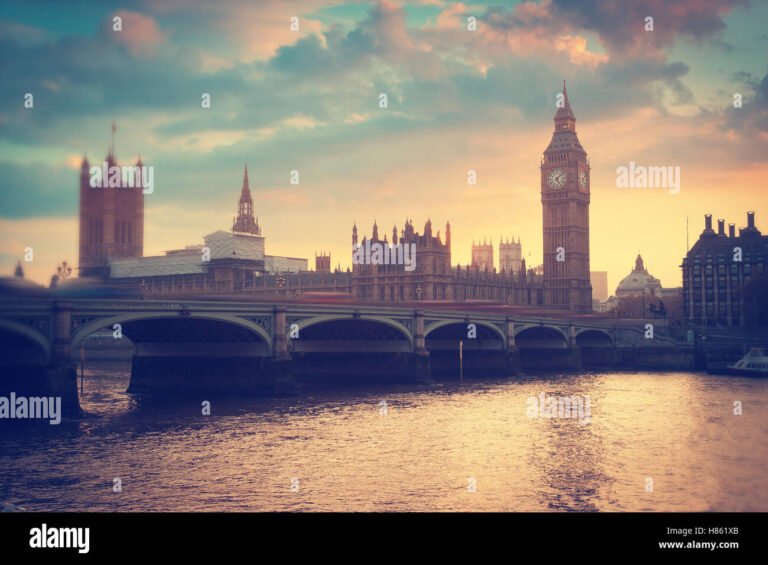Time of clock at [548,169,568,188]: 5:07
